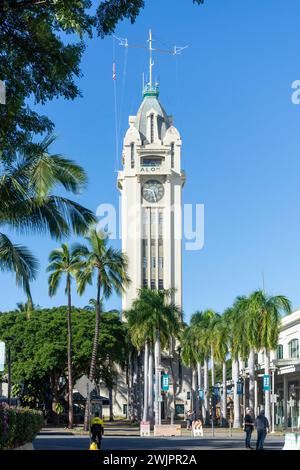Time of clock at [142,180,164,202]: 5:26
